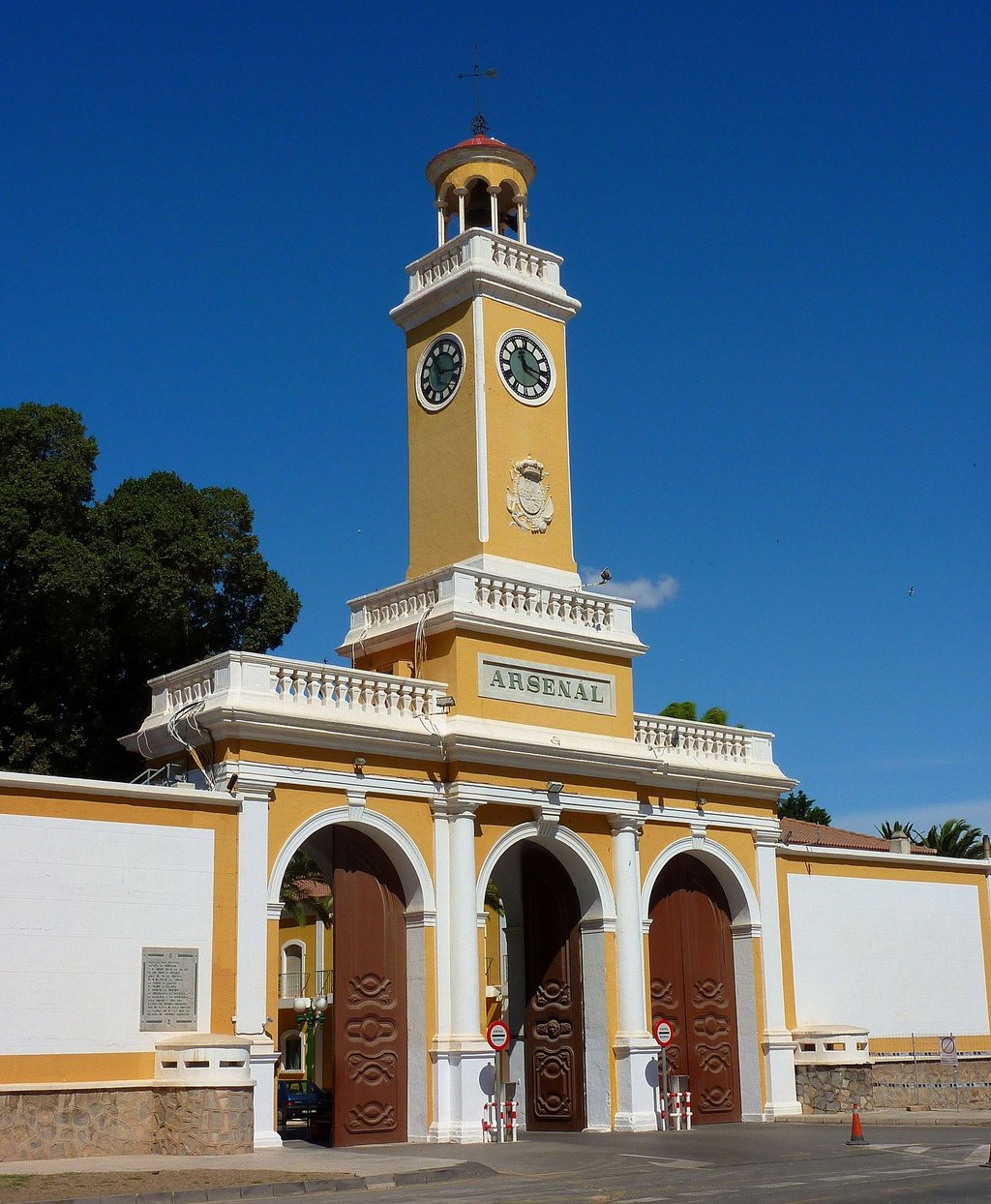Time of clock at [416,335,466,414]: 11:16
